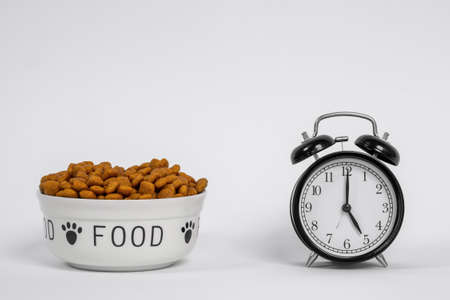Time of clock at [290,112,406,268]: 5:00
